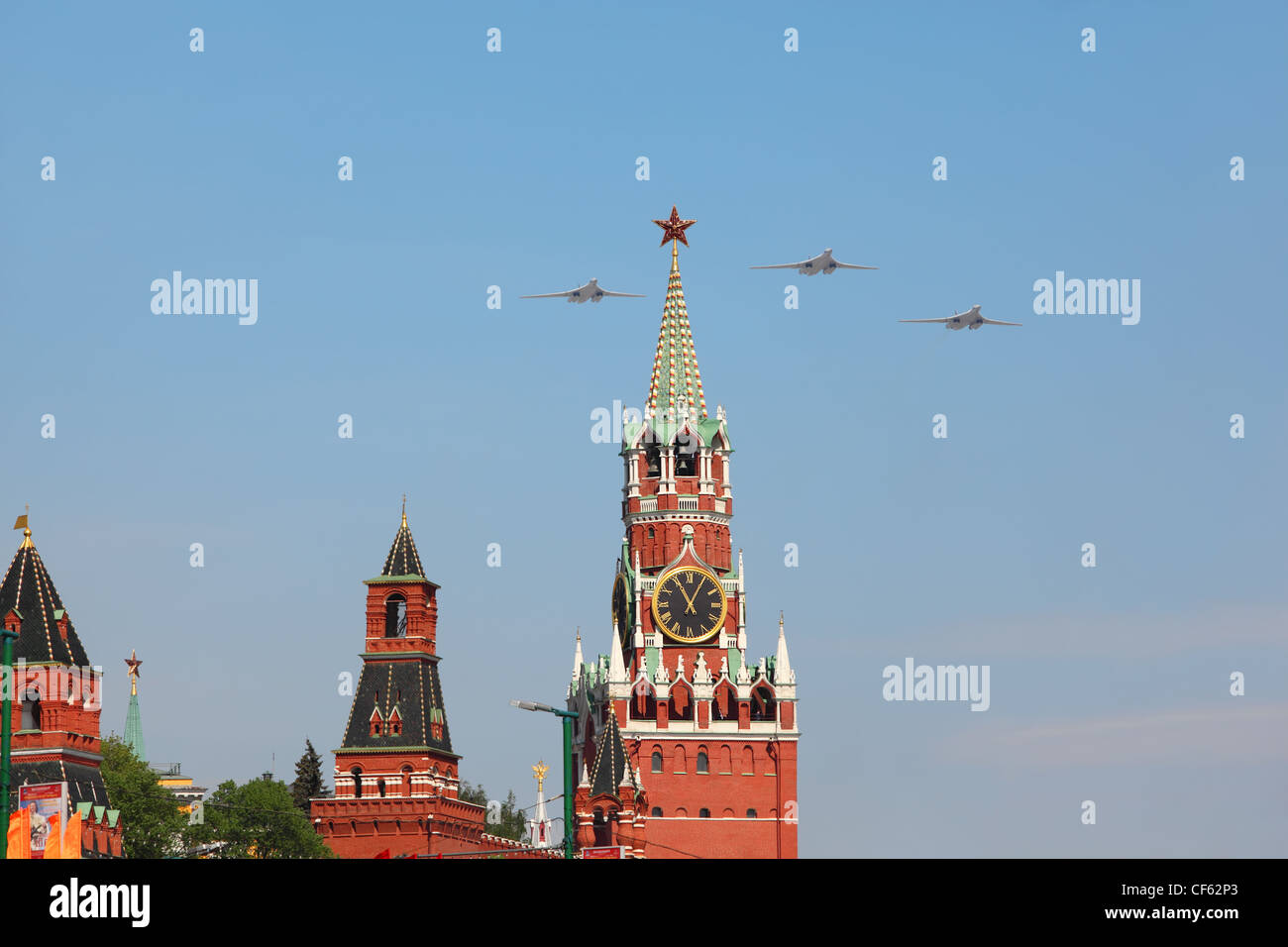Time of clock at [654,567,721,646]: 11:04
